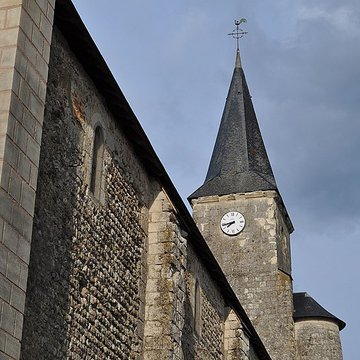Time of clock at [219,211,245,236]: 7:43
